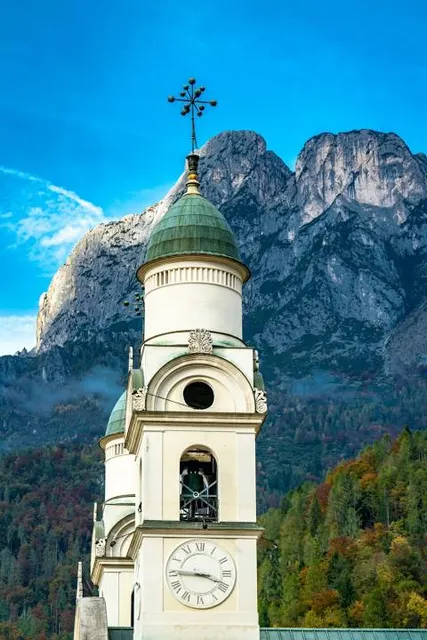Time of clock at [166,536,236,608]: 3:45
